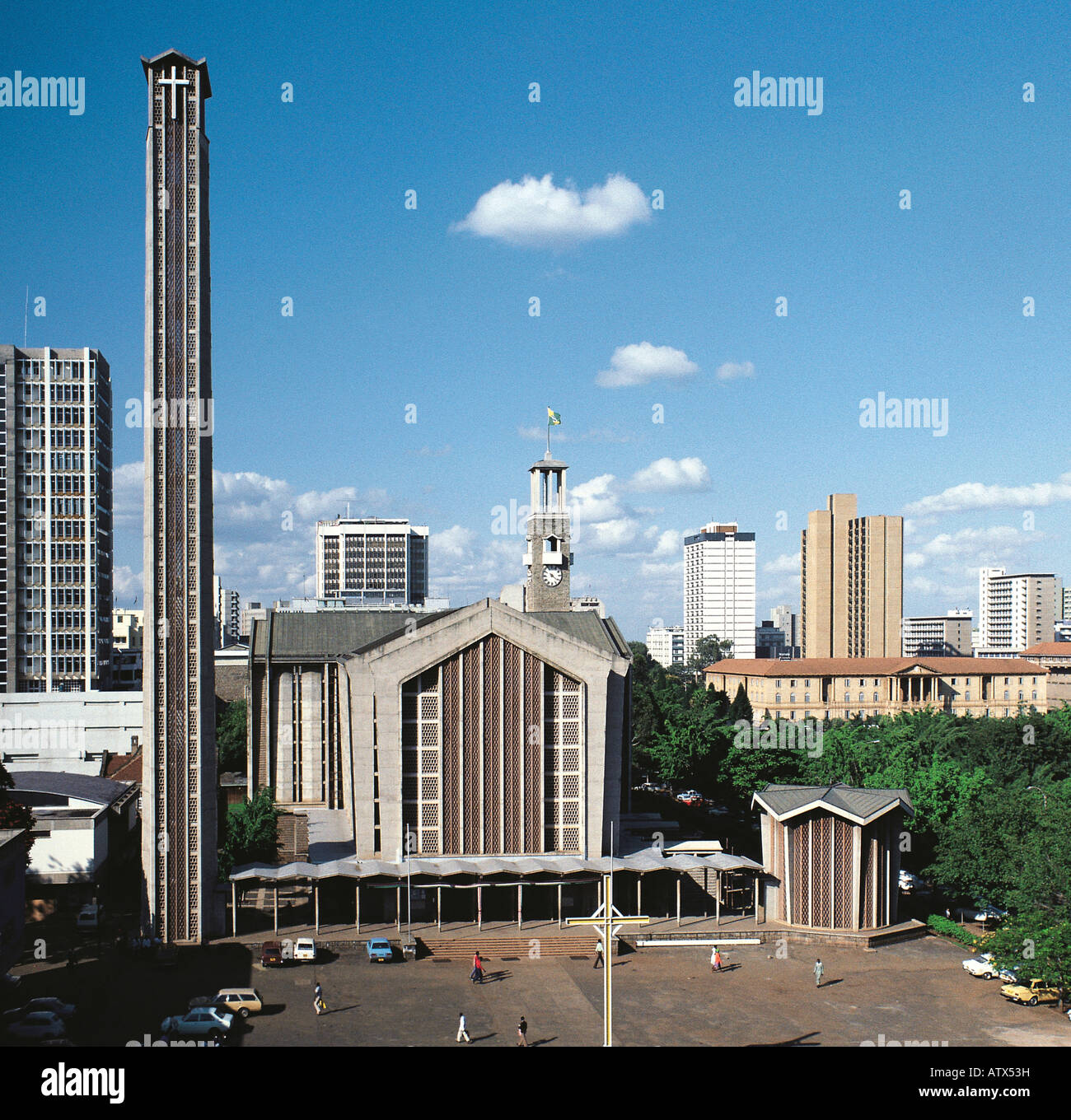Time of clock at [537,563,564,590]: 10:21
